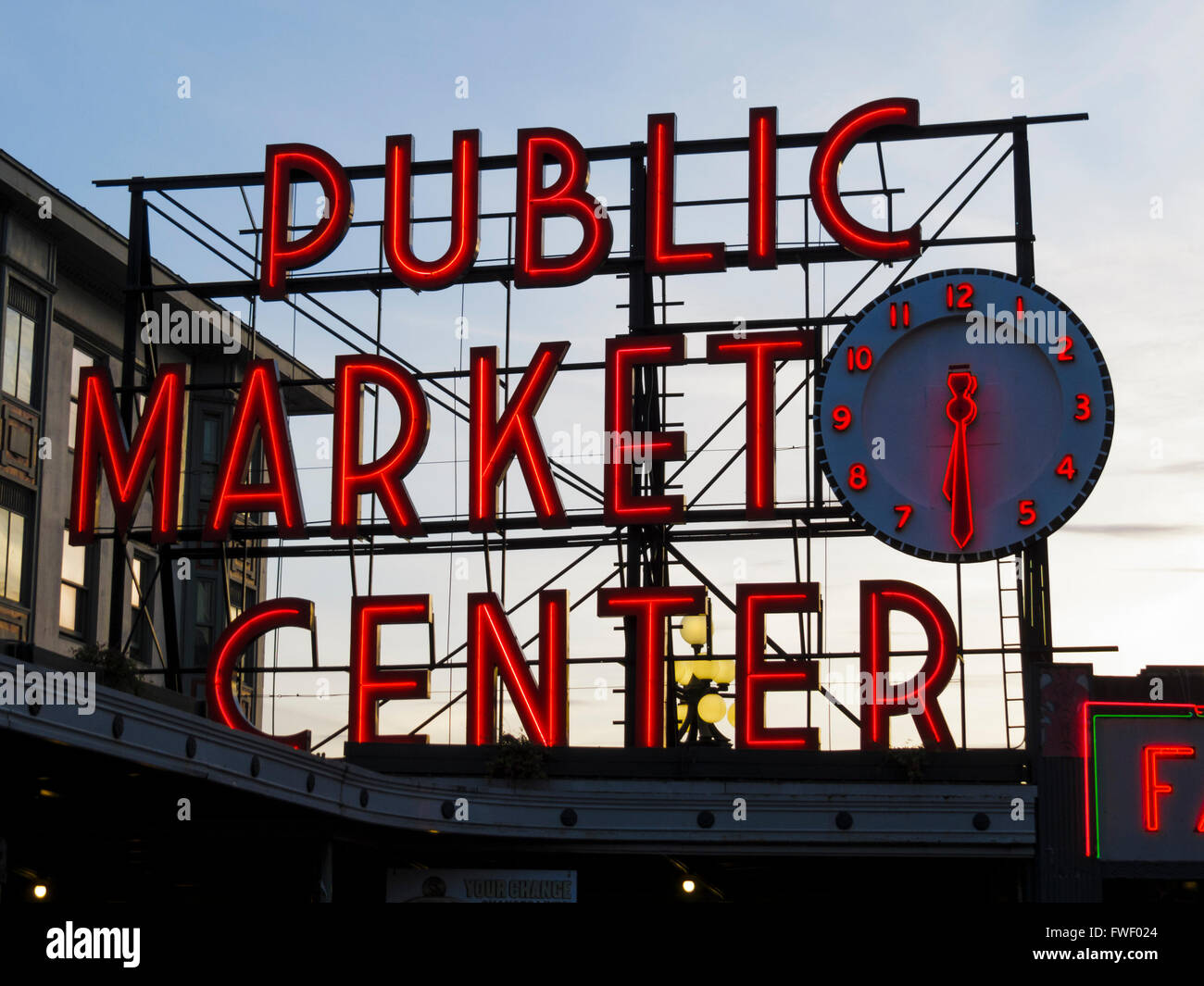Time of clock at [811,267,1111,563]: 6:29
